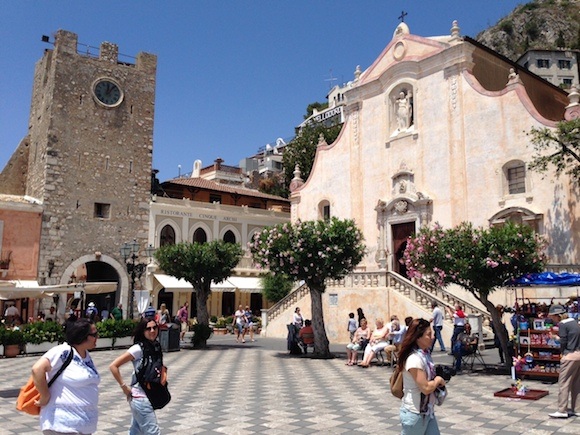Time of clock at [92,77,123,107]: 12:06
